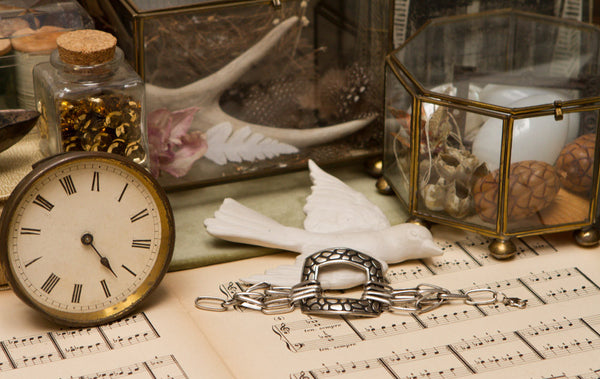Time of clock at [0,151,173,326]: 4:22
